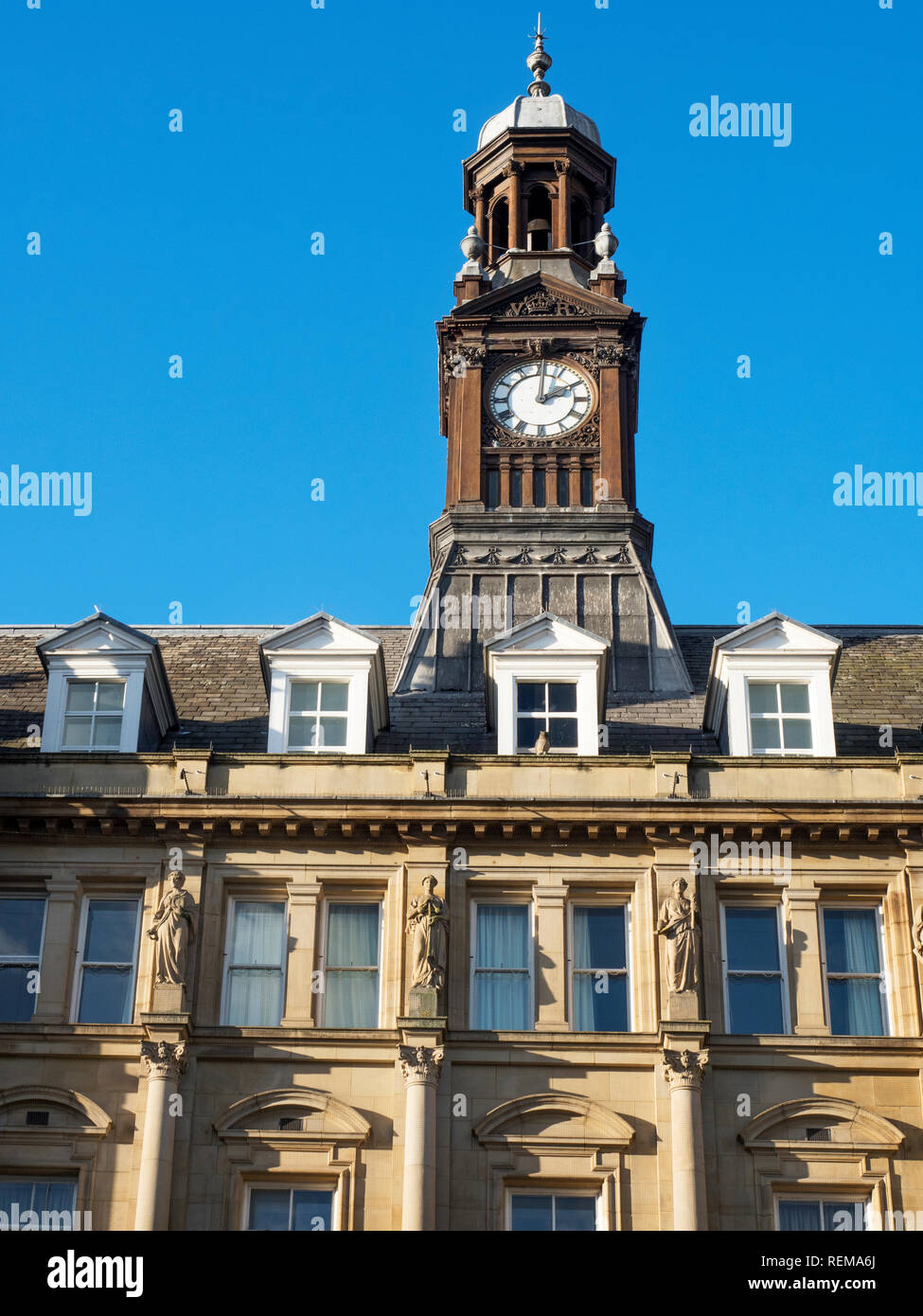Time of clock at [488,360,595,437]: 2:01
